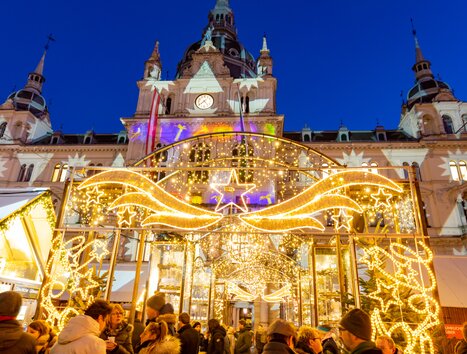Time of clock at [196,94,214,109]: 4:38
